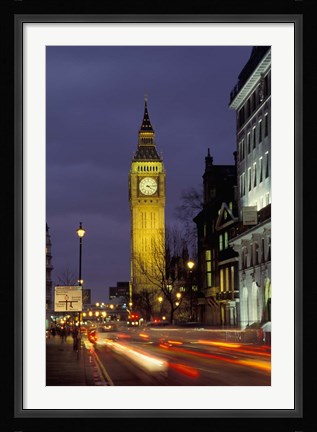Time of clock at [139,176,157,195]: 4:13
